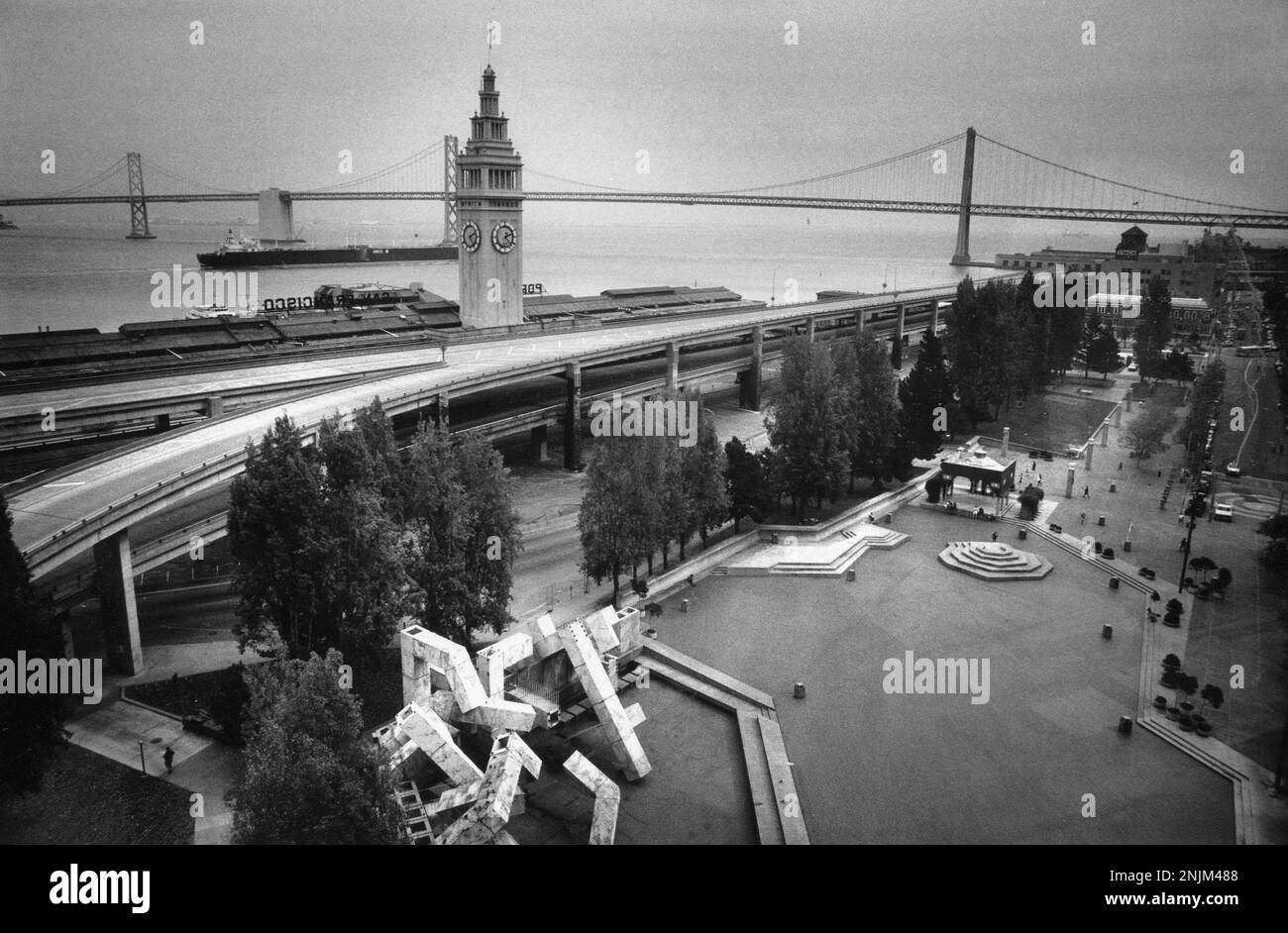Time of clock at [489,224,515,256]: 2:23
